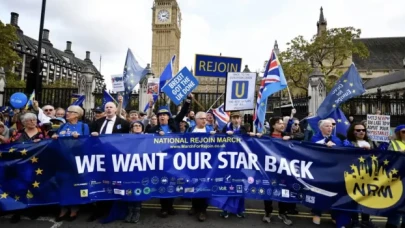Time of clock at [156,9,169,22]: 2:18
